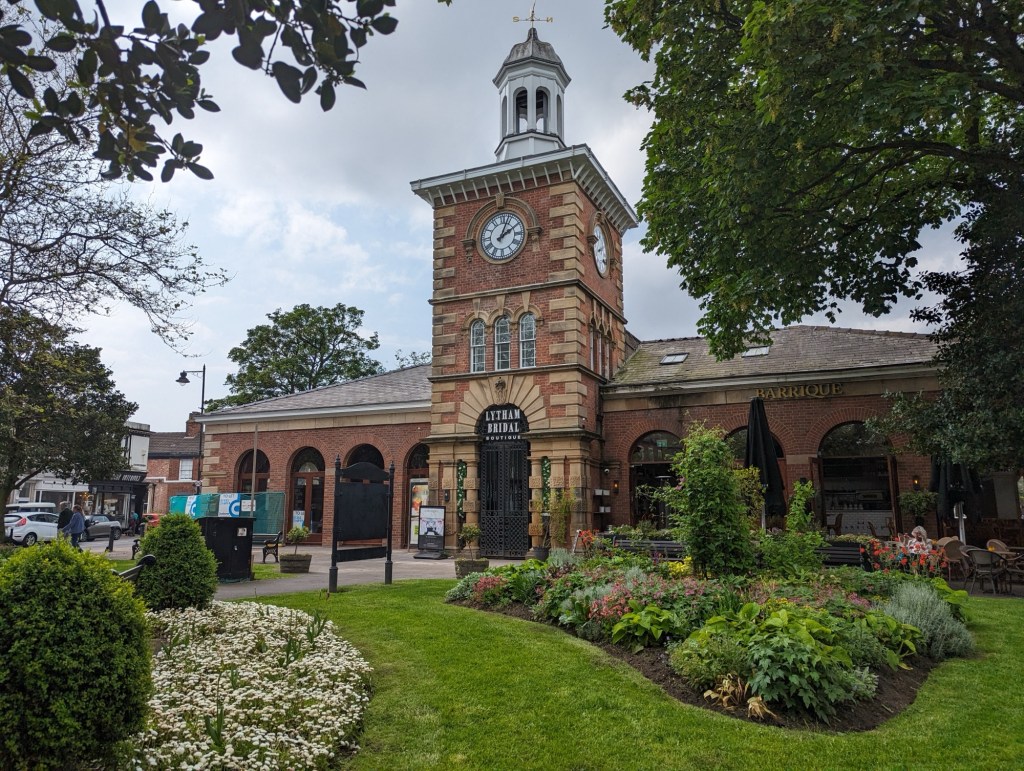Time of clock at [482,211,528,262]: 2:03
